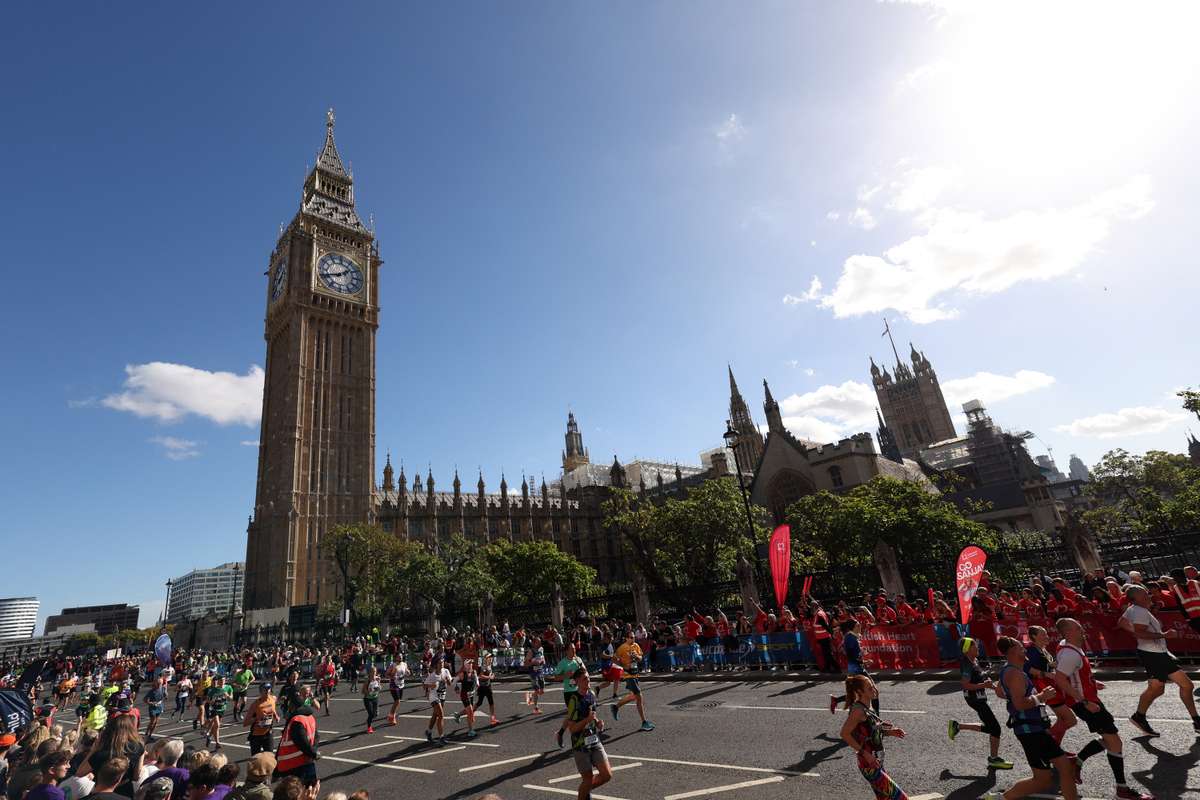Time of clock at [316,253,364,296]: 1:41
